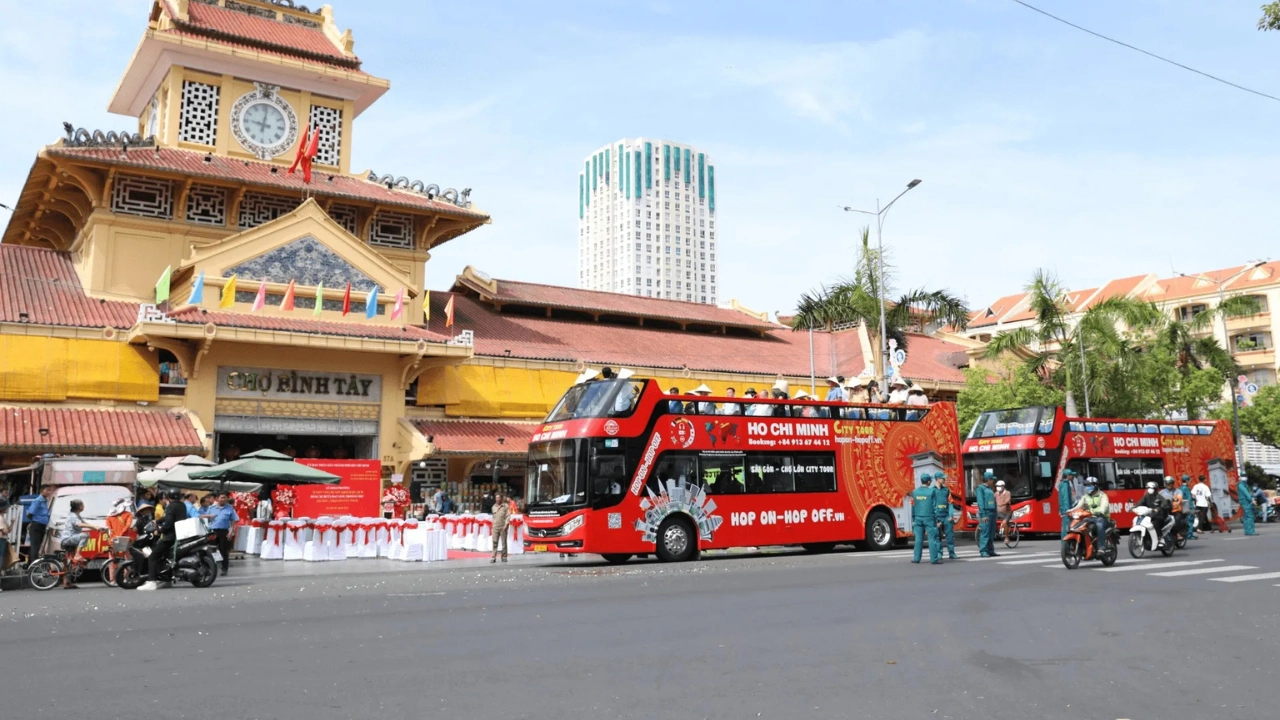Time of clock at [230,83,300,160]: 9:01
